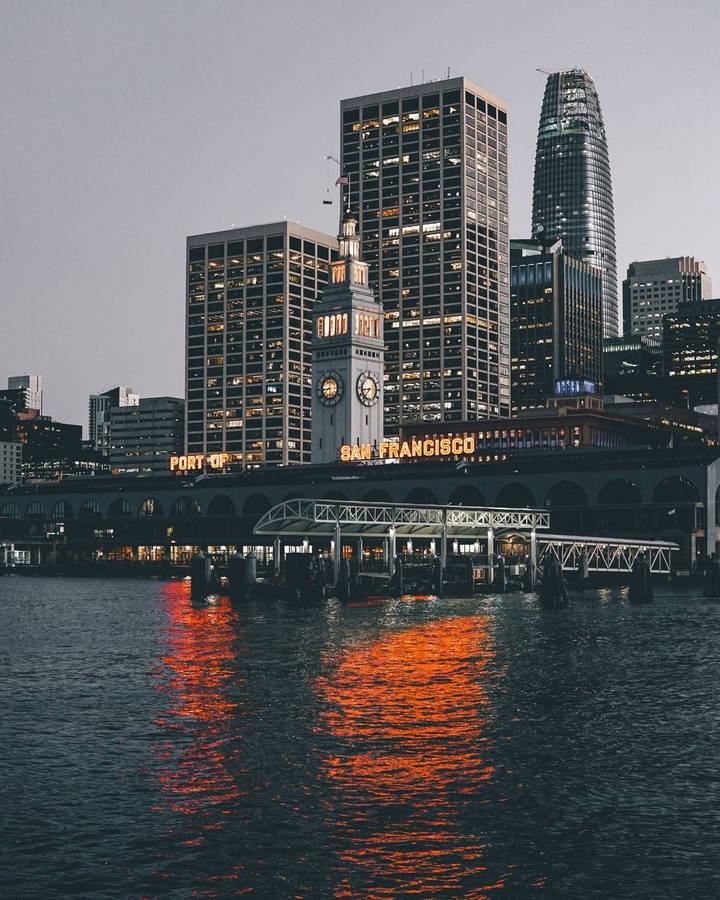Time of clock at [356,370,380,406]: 8:36
